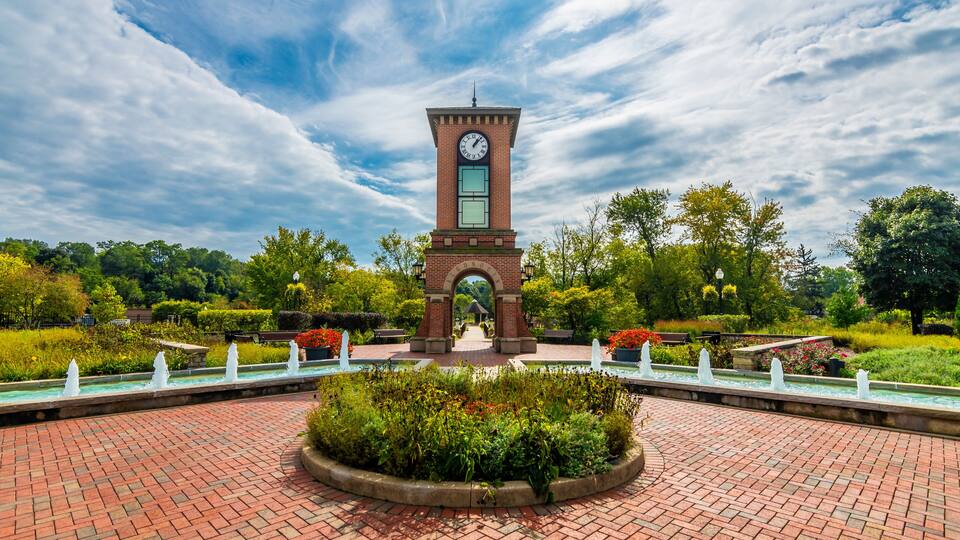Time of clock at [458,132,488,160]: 1:07
